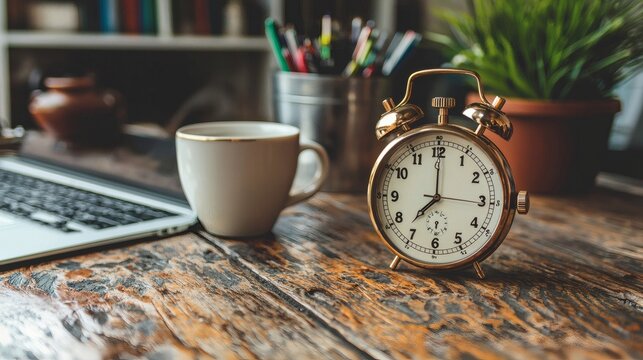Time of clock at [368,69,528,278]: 7:00
